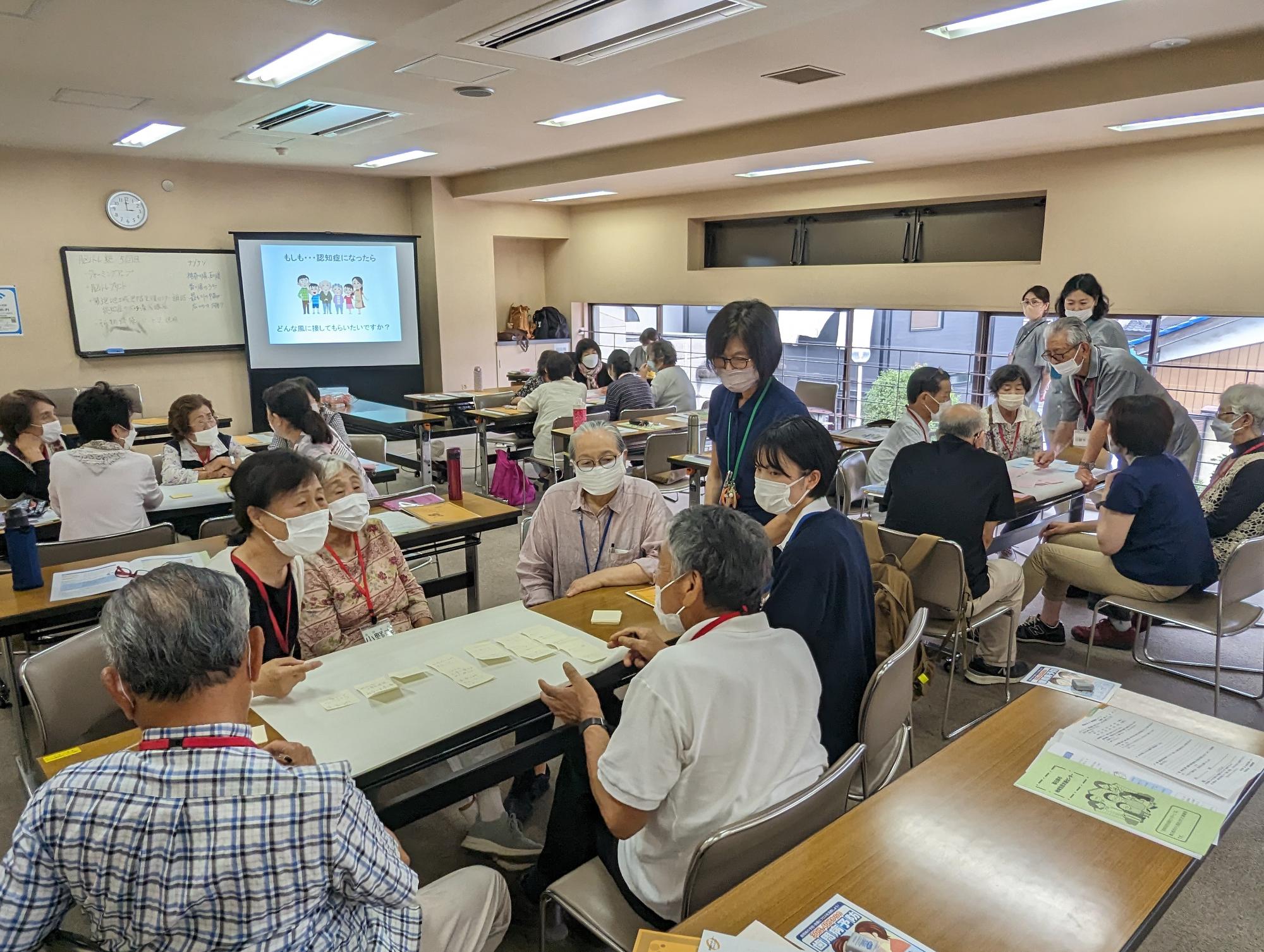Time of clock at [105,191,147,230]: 2:59
